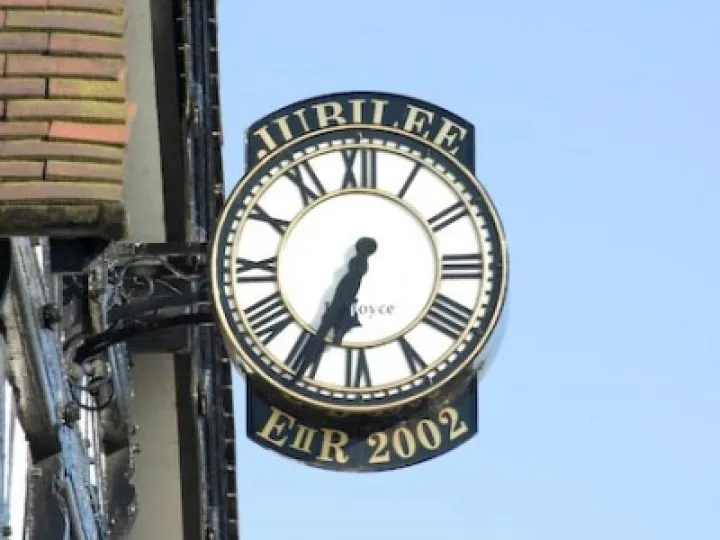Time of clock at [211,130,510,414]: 6:34
